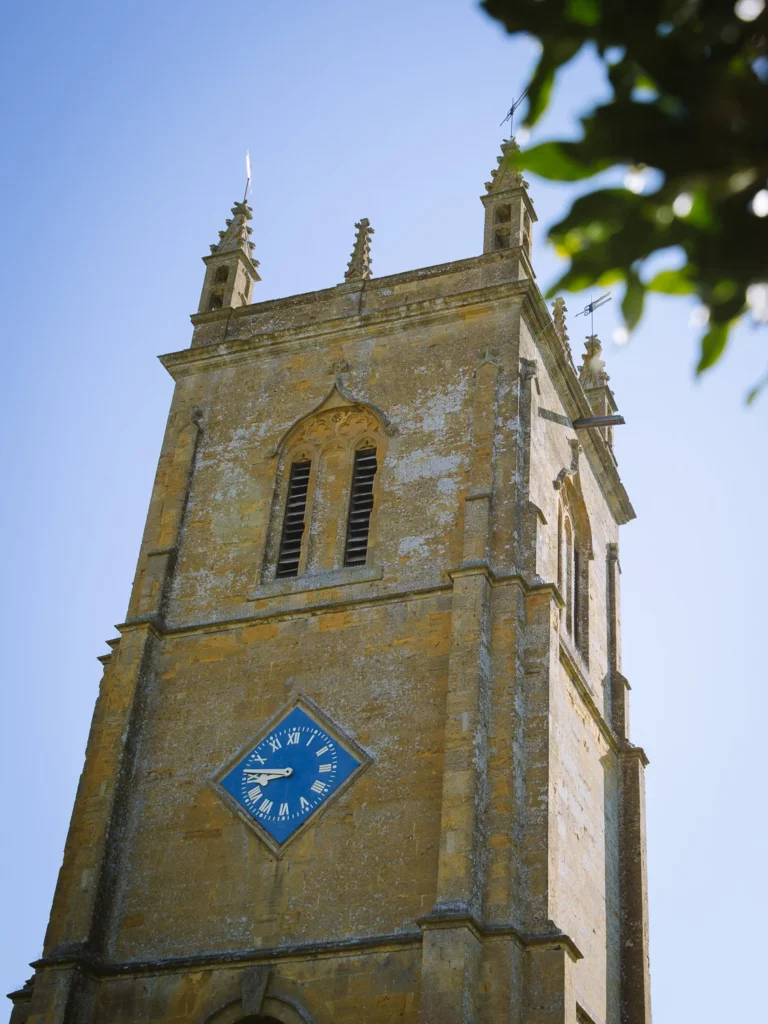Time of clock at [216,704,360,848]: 8:45
